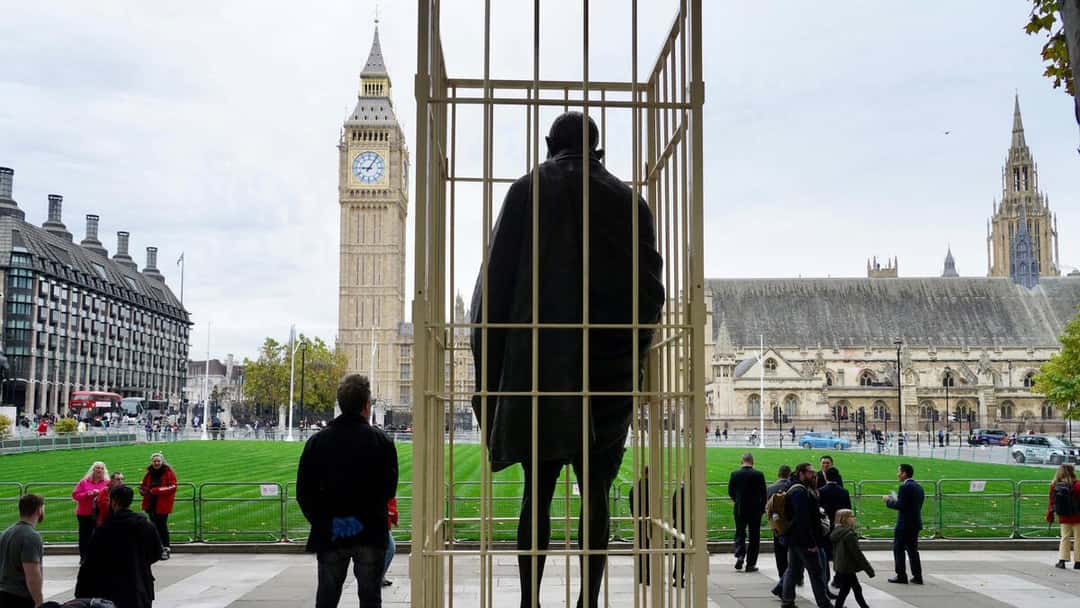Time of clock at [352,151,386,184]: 9:05
